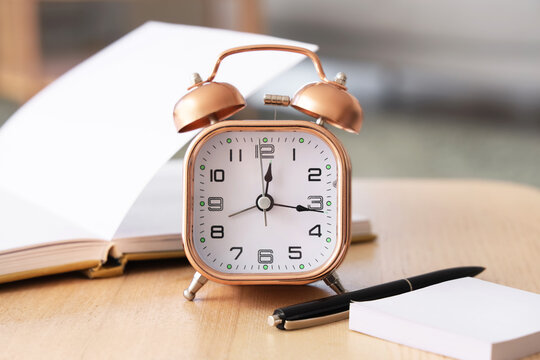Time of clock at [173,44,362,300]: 12:16
